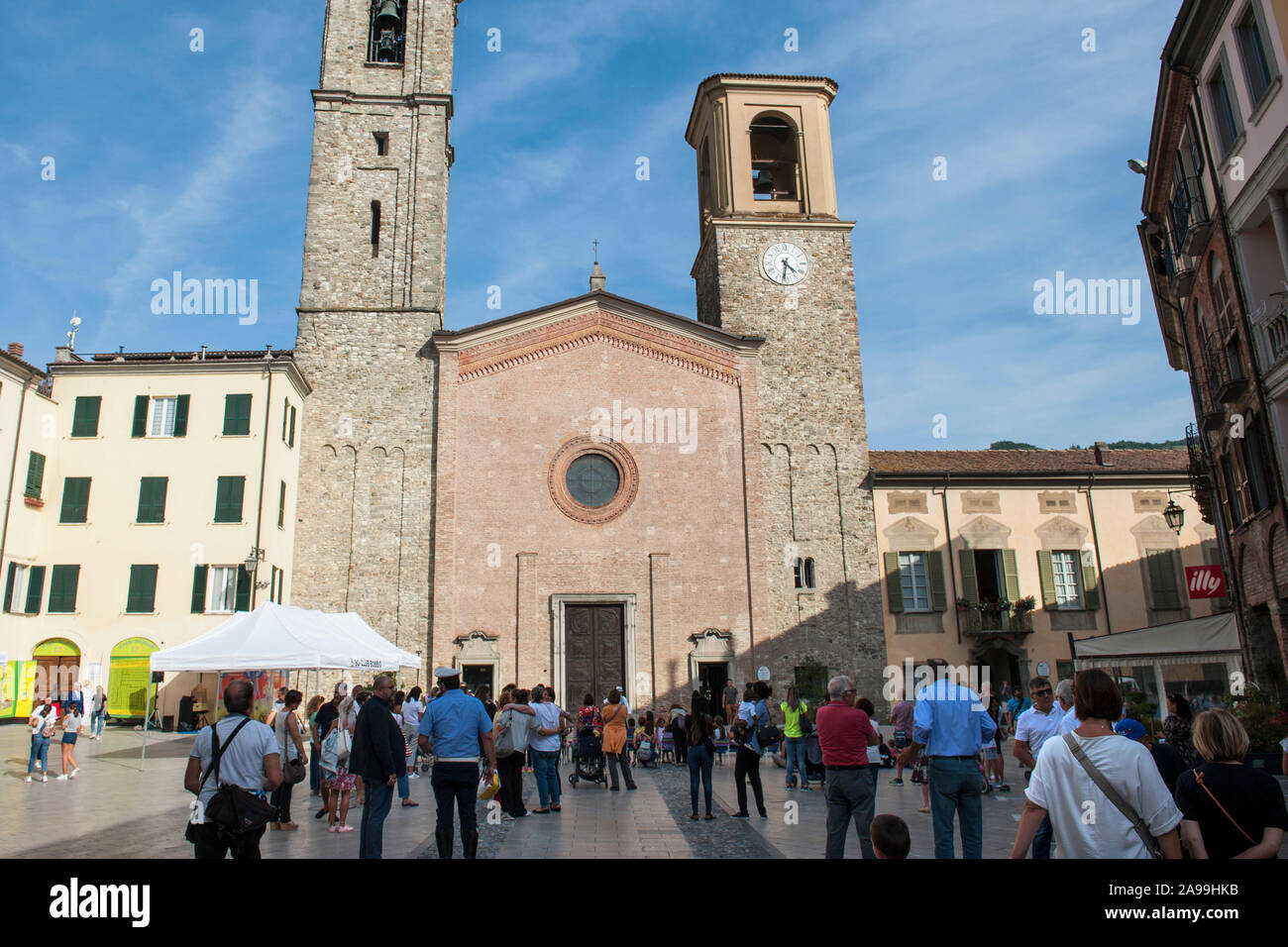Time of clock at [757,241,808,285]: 4:31
